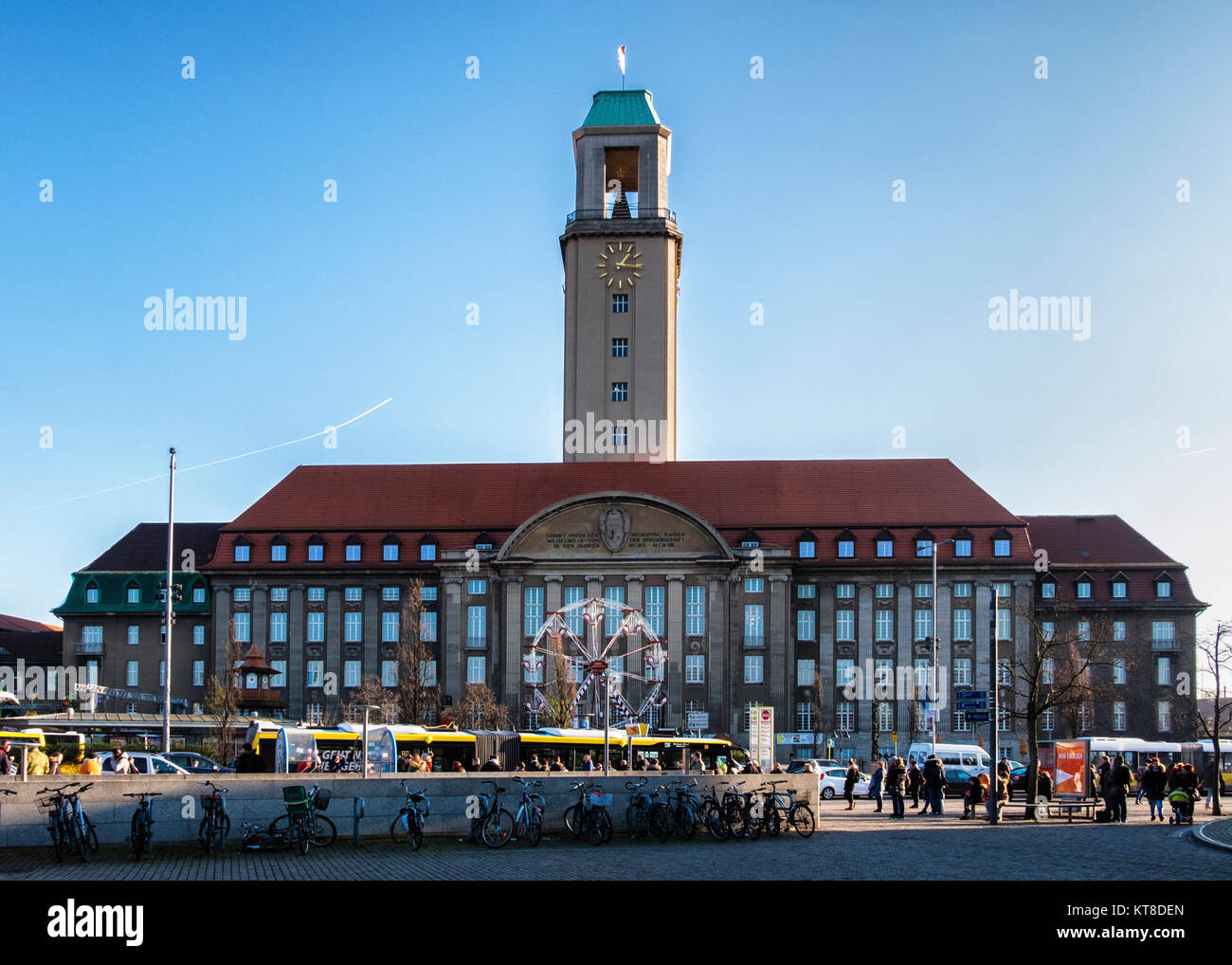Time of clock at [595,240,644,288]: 1:16
